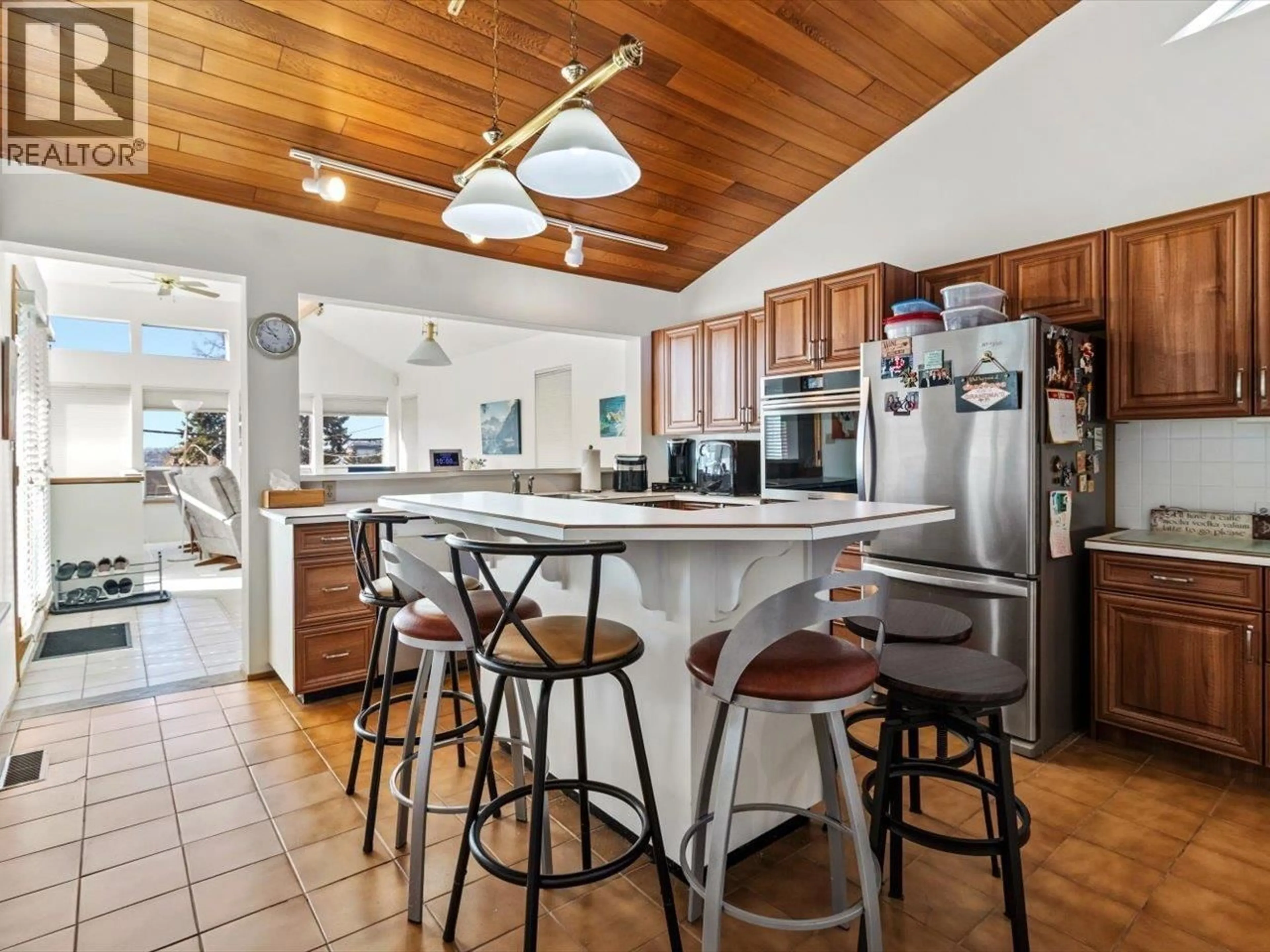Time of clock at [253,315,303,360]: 9:53
